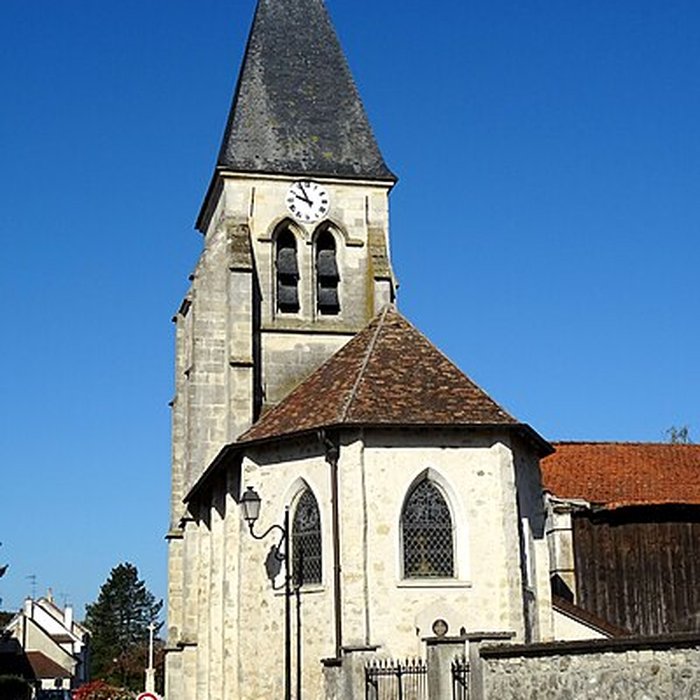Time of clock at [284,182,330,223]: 9:56
